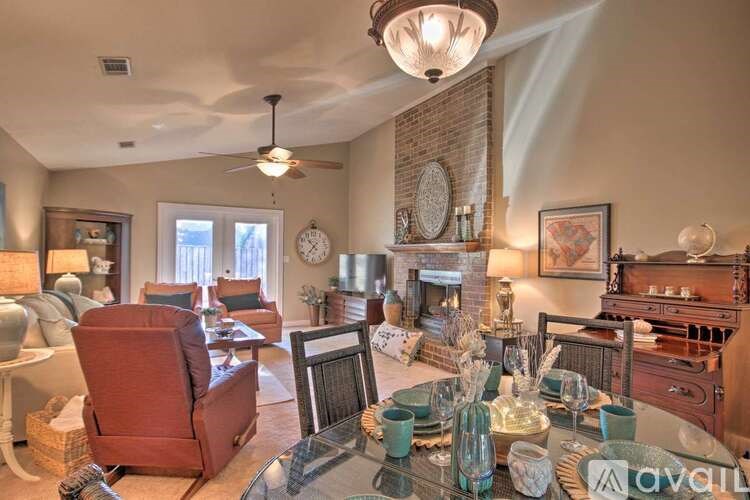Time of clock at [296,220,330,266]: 10:36
